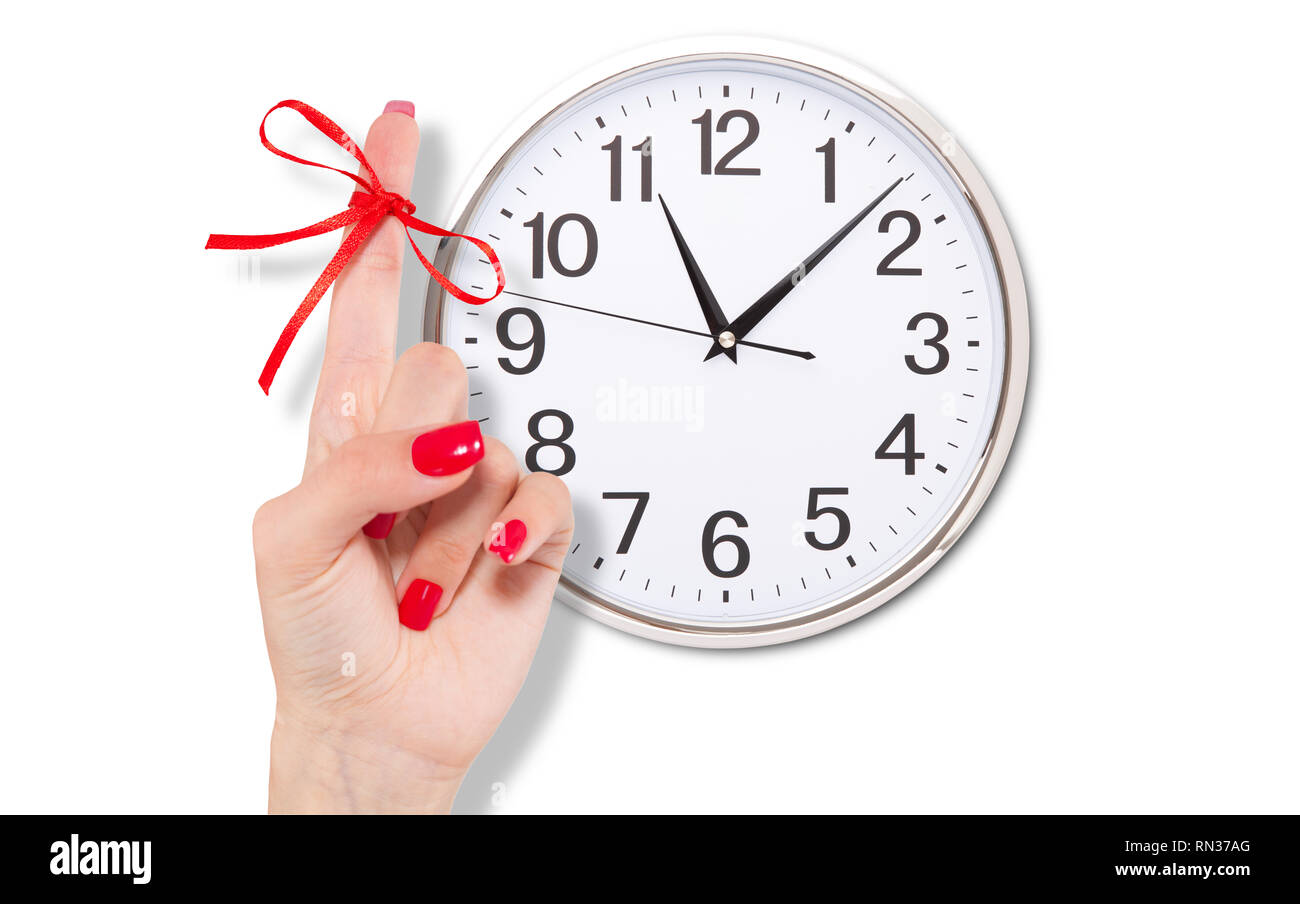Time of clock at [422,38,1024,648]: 11:07
